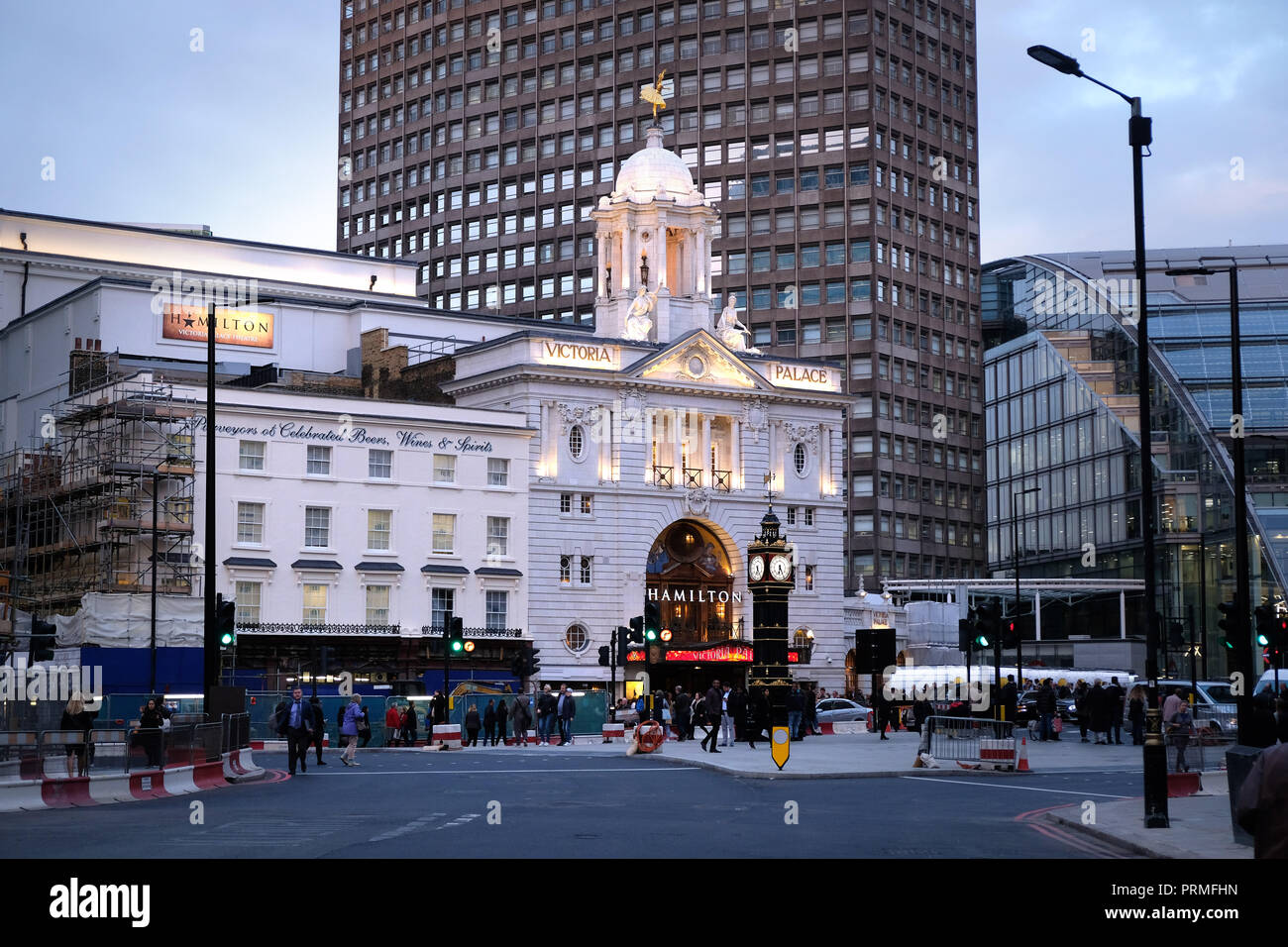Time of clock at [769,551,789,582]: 6:25
